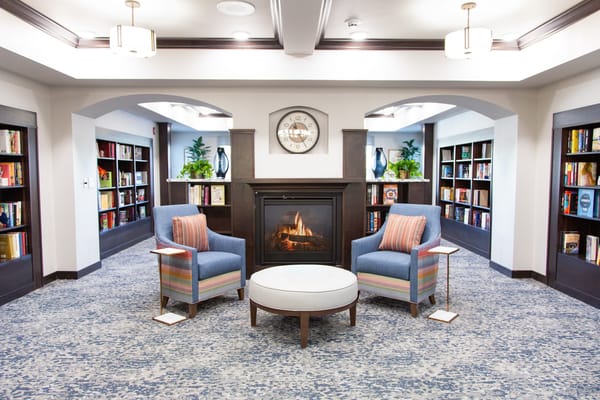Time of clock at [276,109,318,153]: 3:24
